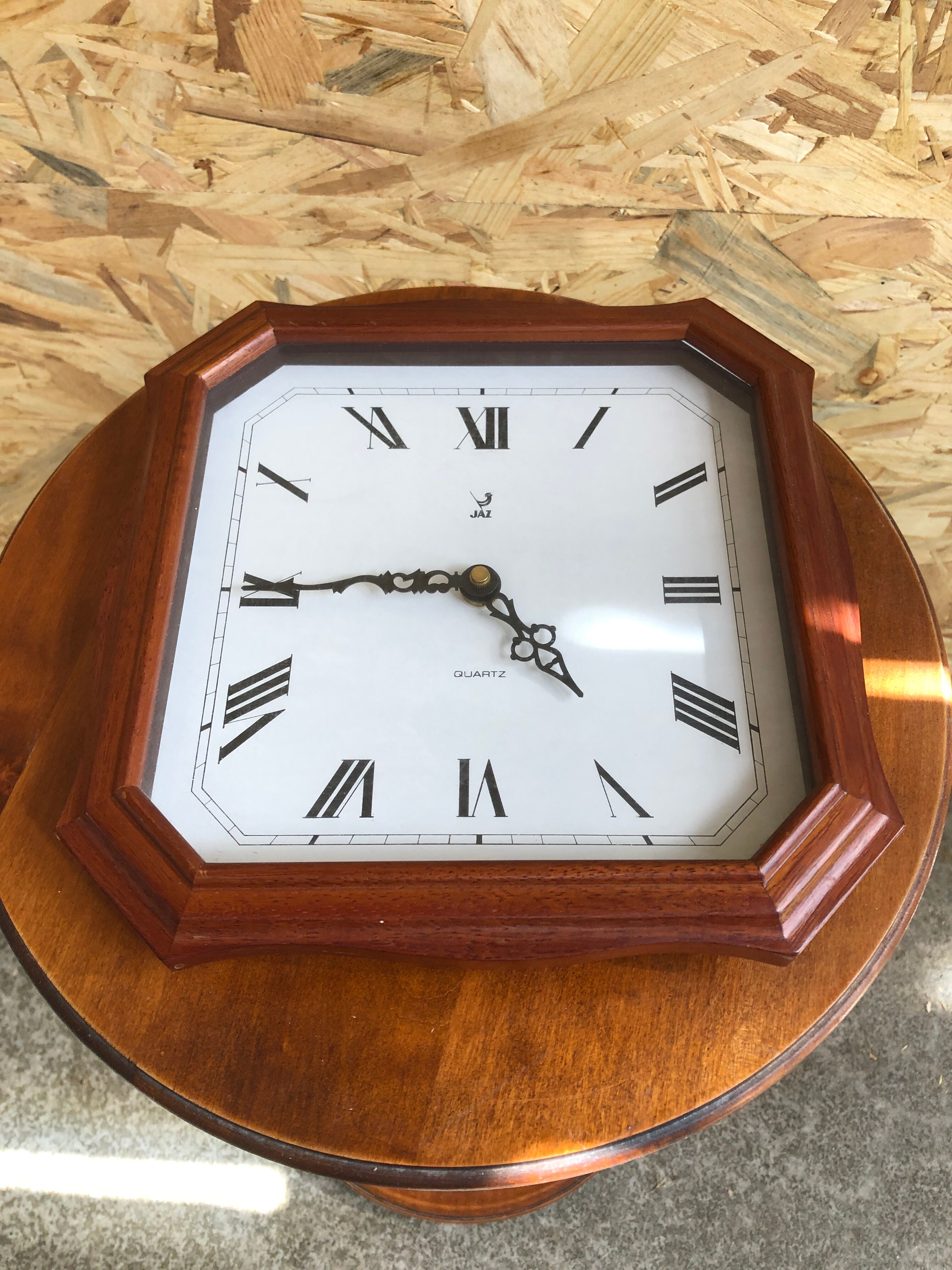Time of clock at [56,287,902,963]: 4:44
